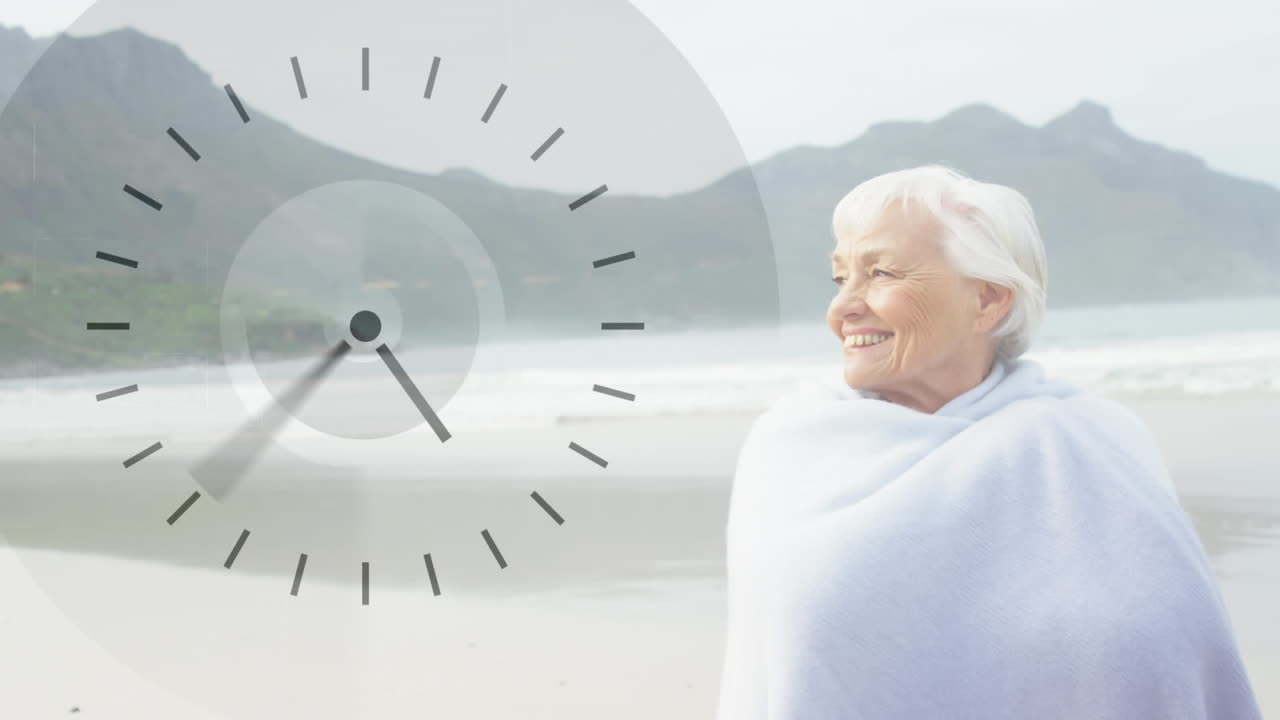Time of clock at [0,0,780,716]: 4:35
